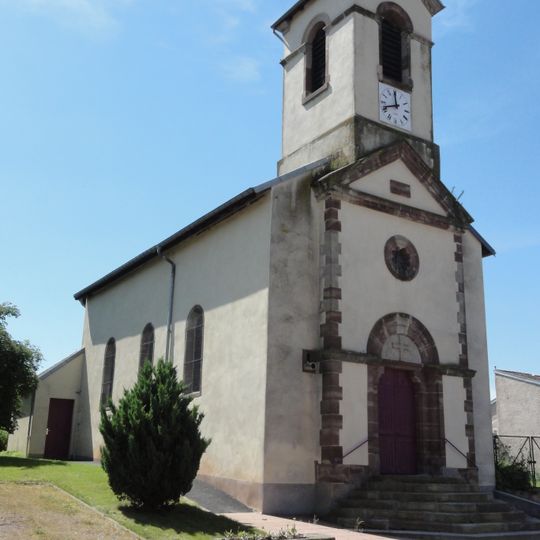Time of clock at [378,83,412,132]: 11:41
